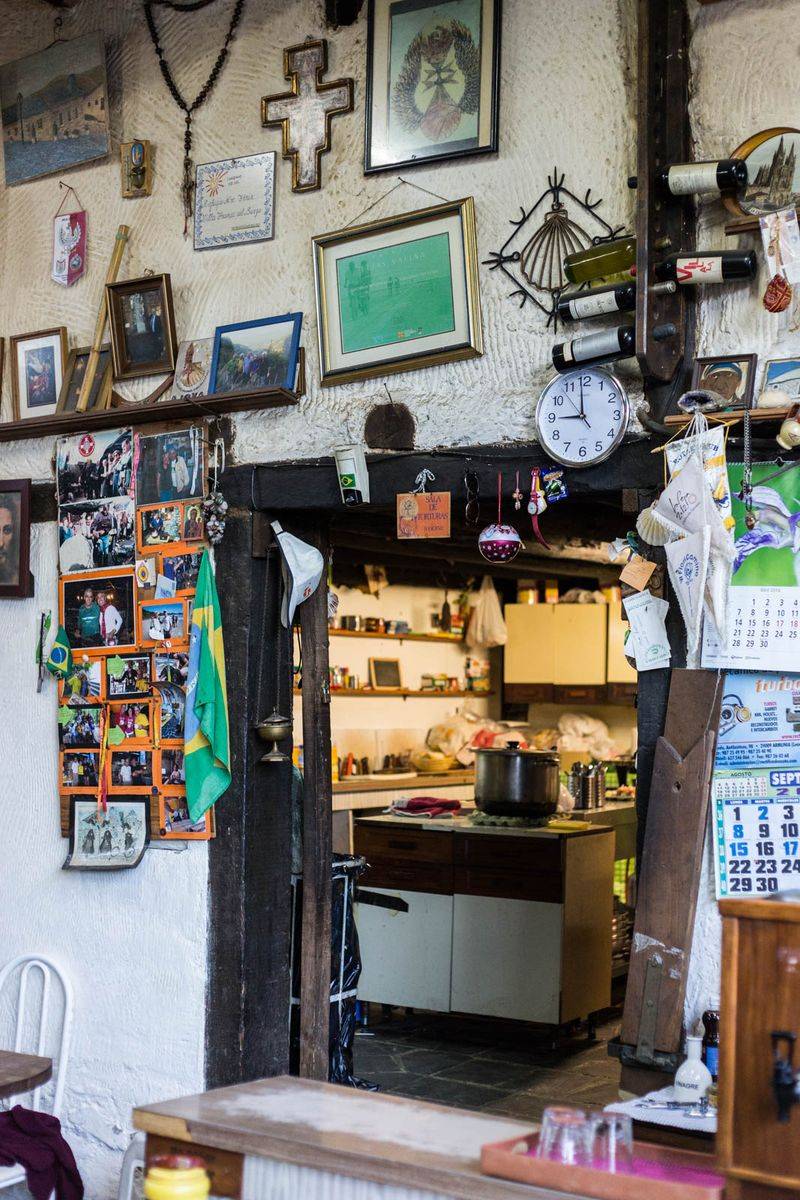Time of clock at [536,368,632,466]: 8:59
